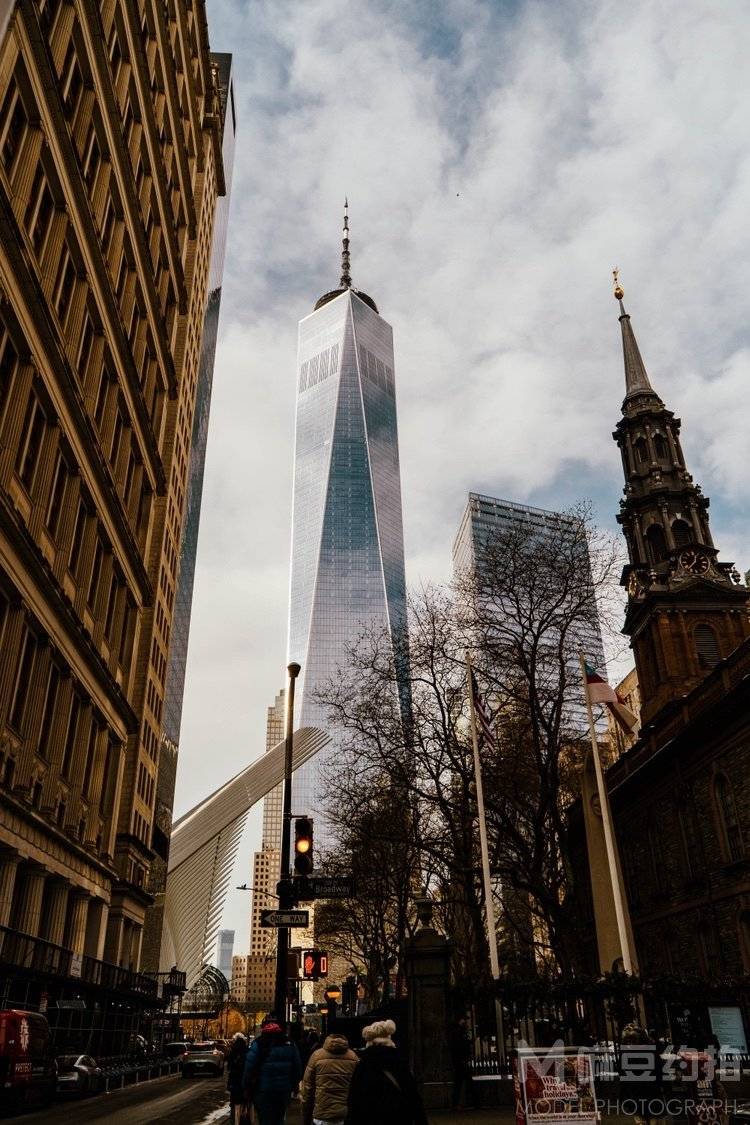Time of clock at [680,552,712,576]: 12:37
